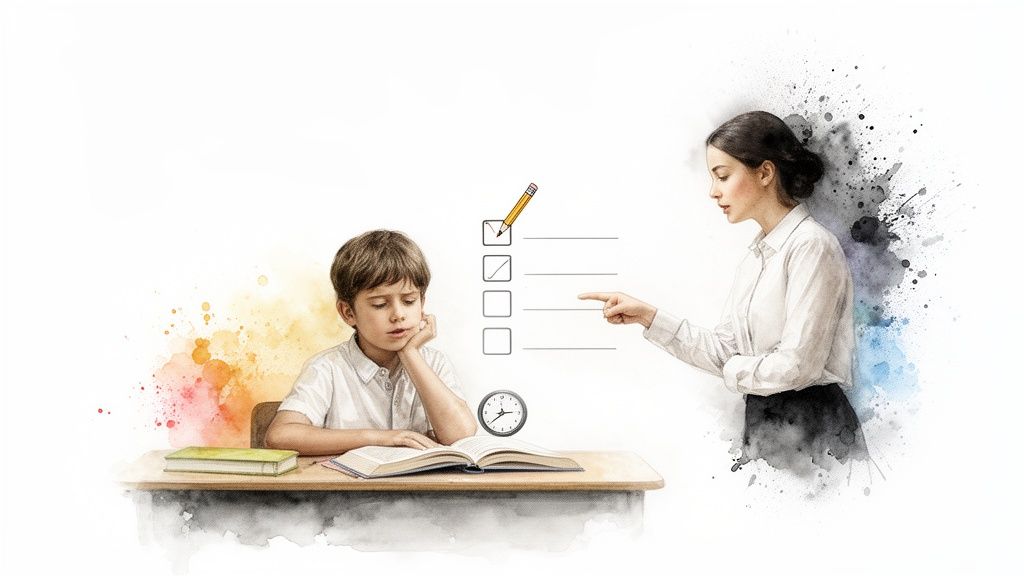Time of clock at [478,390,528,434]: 2:38
